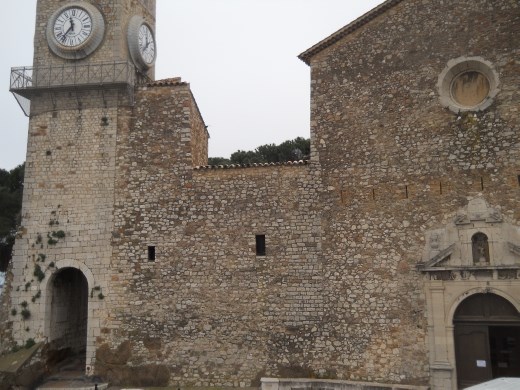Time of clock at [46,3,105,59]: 11:36
